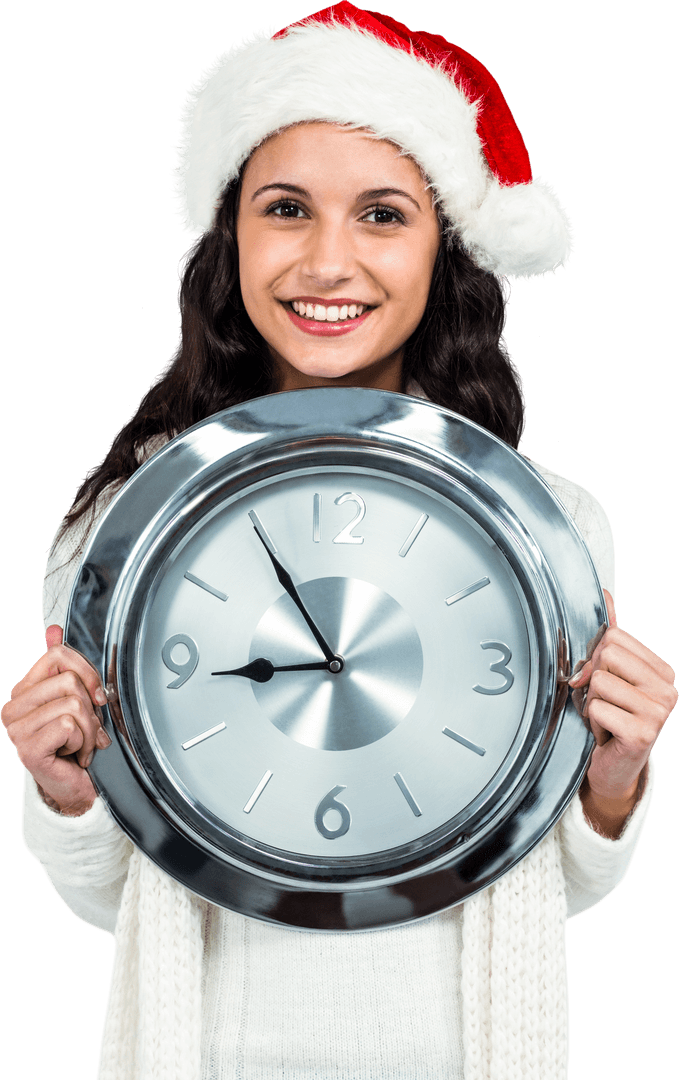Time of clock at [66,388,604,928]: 8:54
